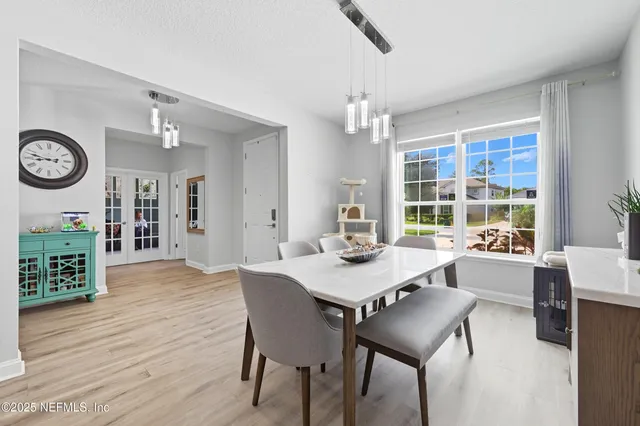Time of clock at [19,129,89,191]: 8:47
